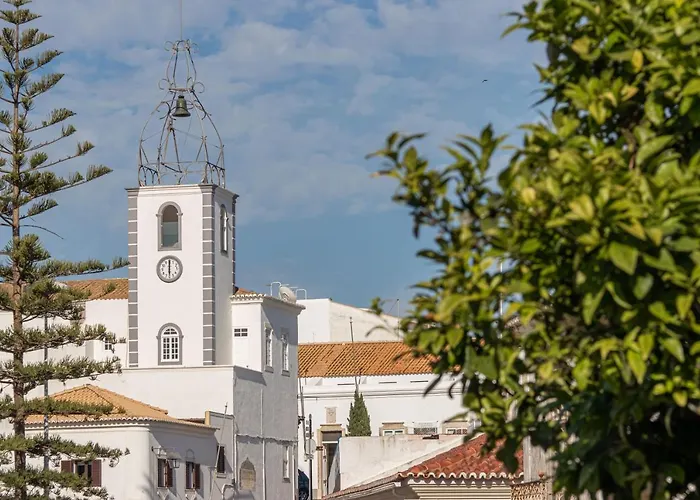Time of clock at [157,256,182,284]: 6:00
